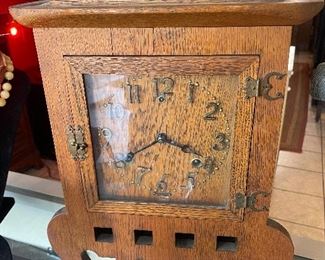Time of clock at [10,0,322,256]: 3:40
